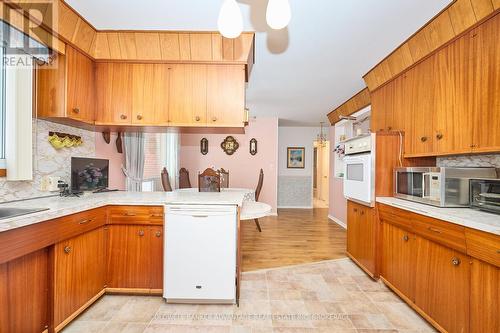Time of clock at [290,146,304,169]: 3:43
